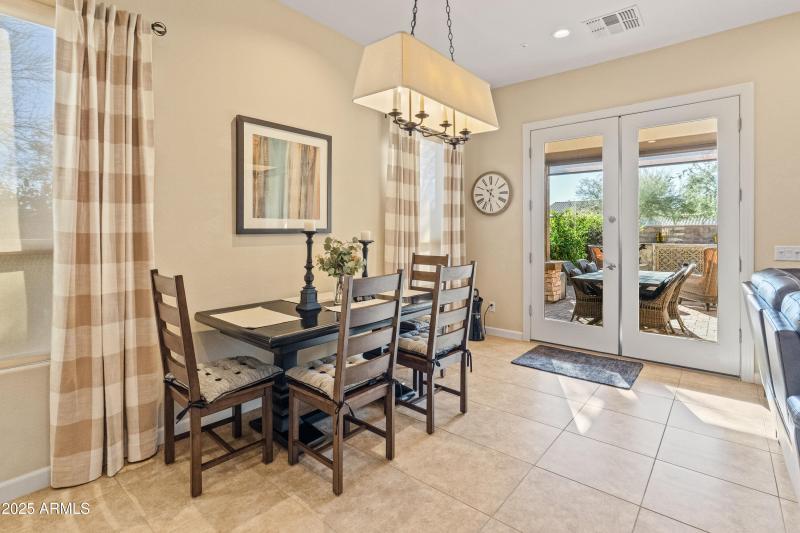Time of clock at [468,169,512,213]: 10:32
